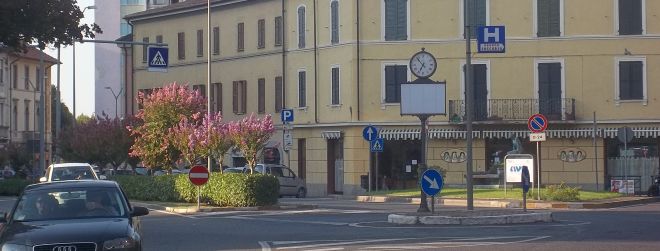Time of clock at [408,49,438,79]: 6:53
